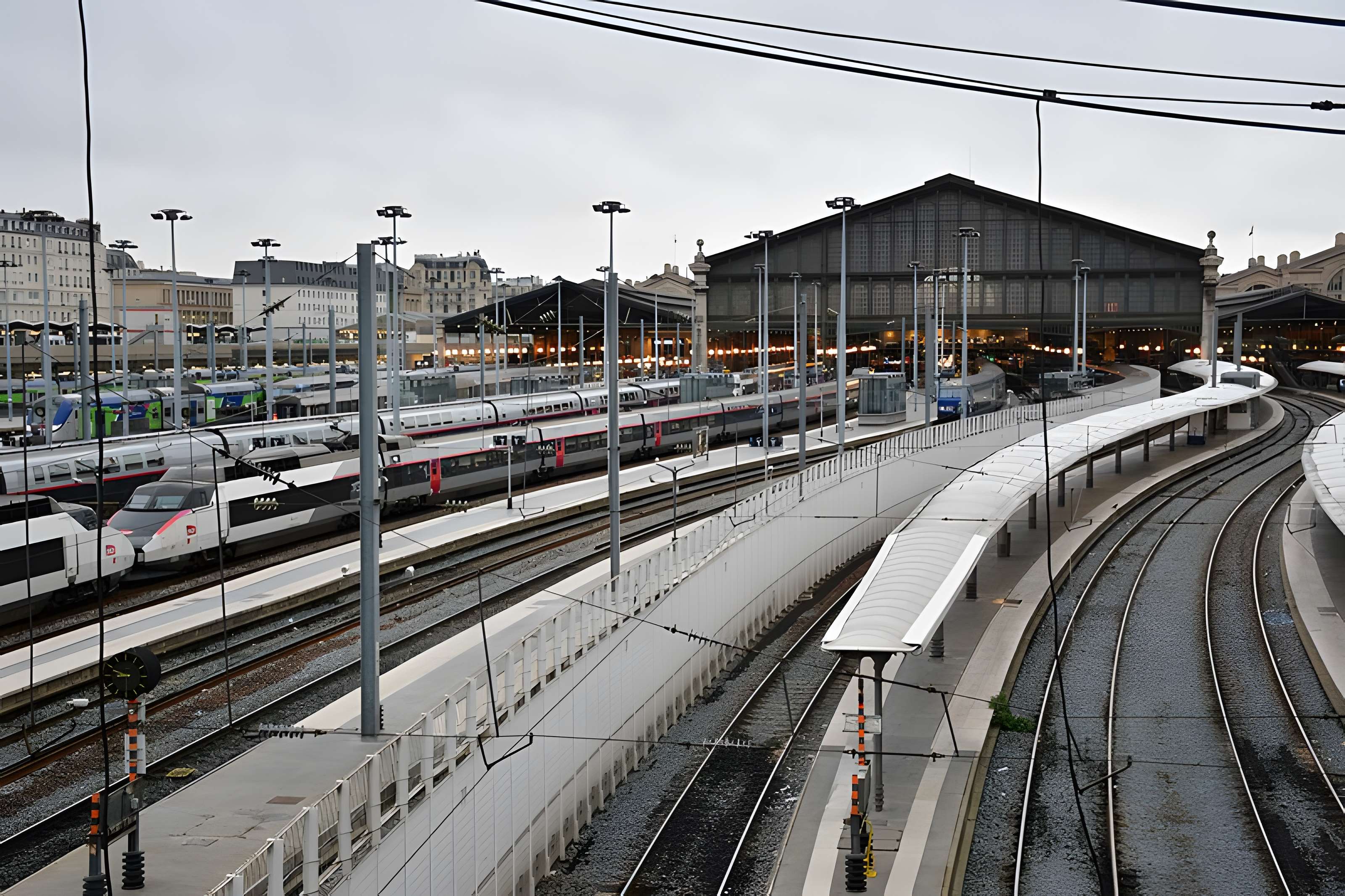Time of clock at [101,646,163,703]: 8:49
